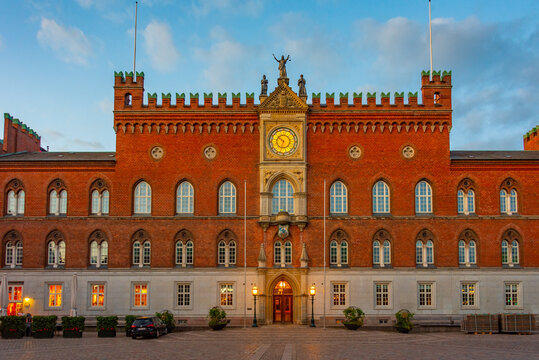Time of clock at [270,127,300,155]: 10:33
